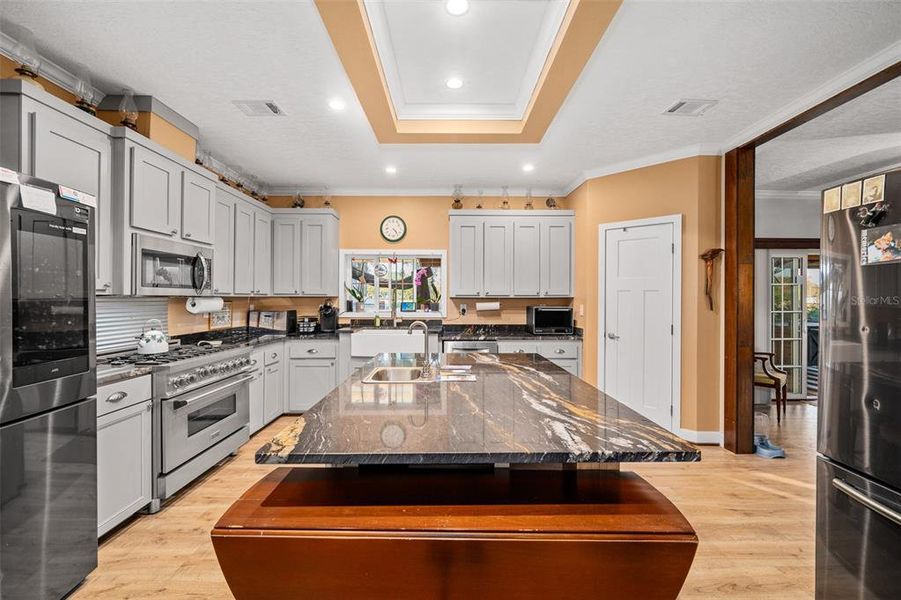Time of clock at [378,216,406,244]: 4:23
